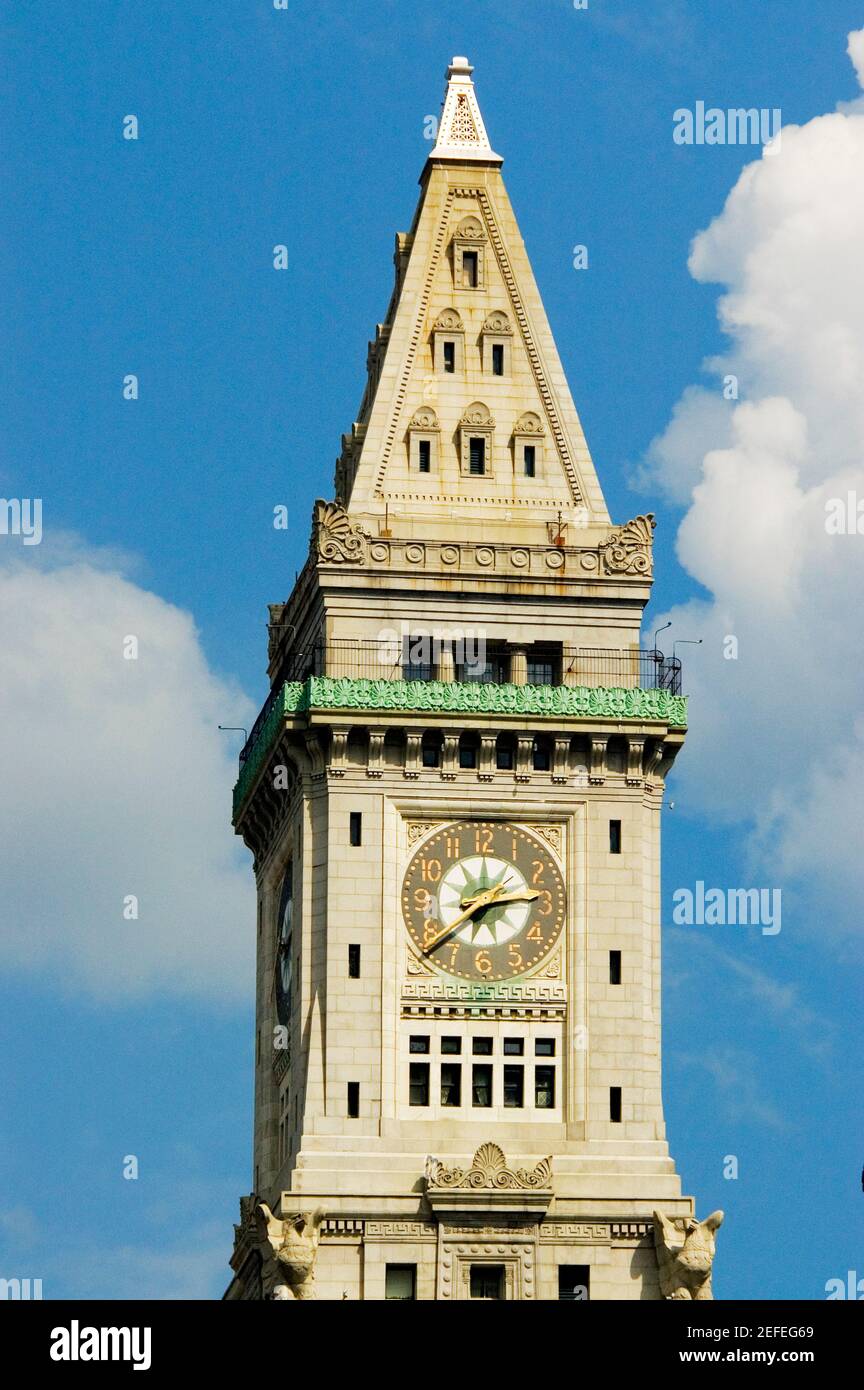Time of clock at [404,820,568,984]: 2:38
